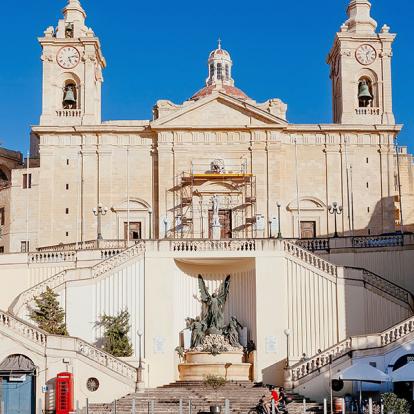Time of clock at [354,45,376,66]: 1:27
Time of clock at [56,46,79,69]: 5:12
